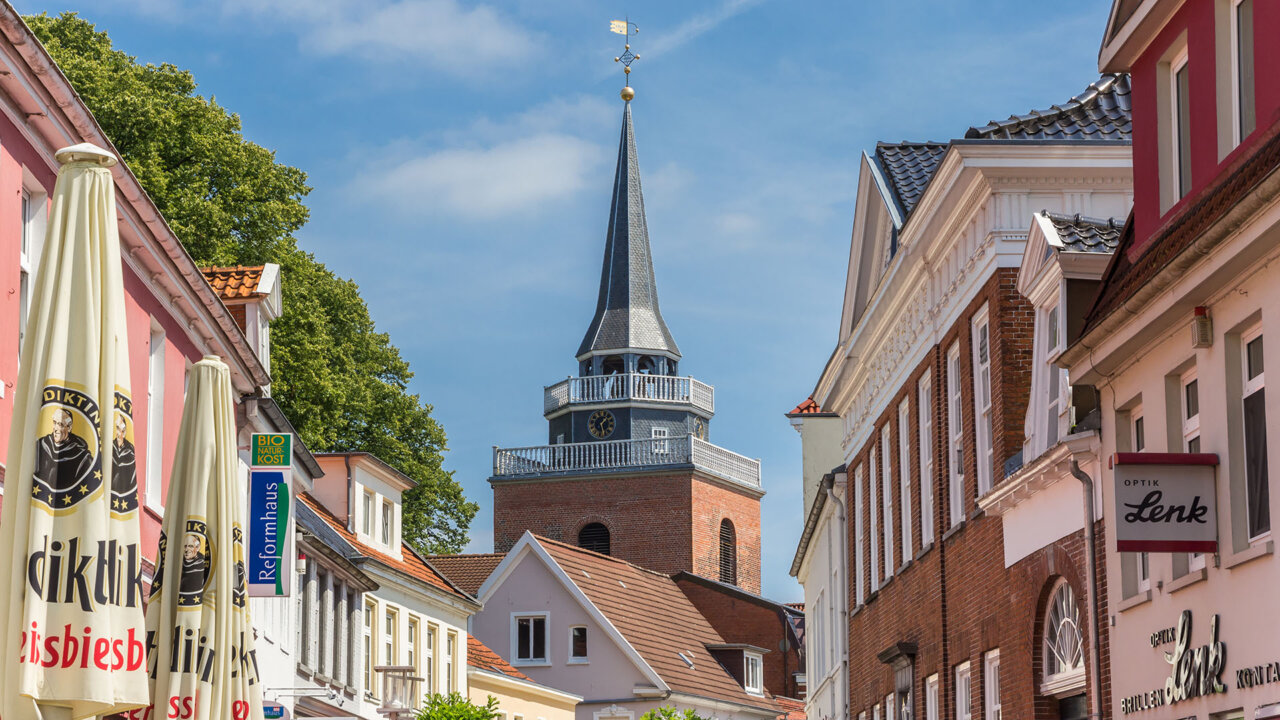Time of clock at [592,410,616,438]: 1:28
